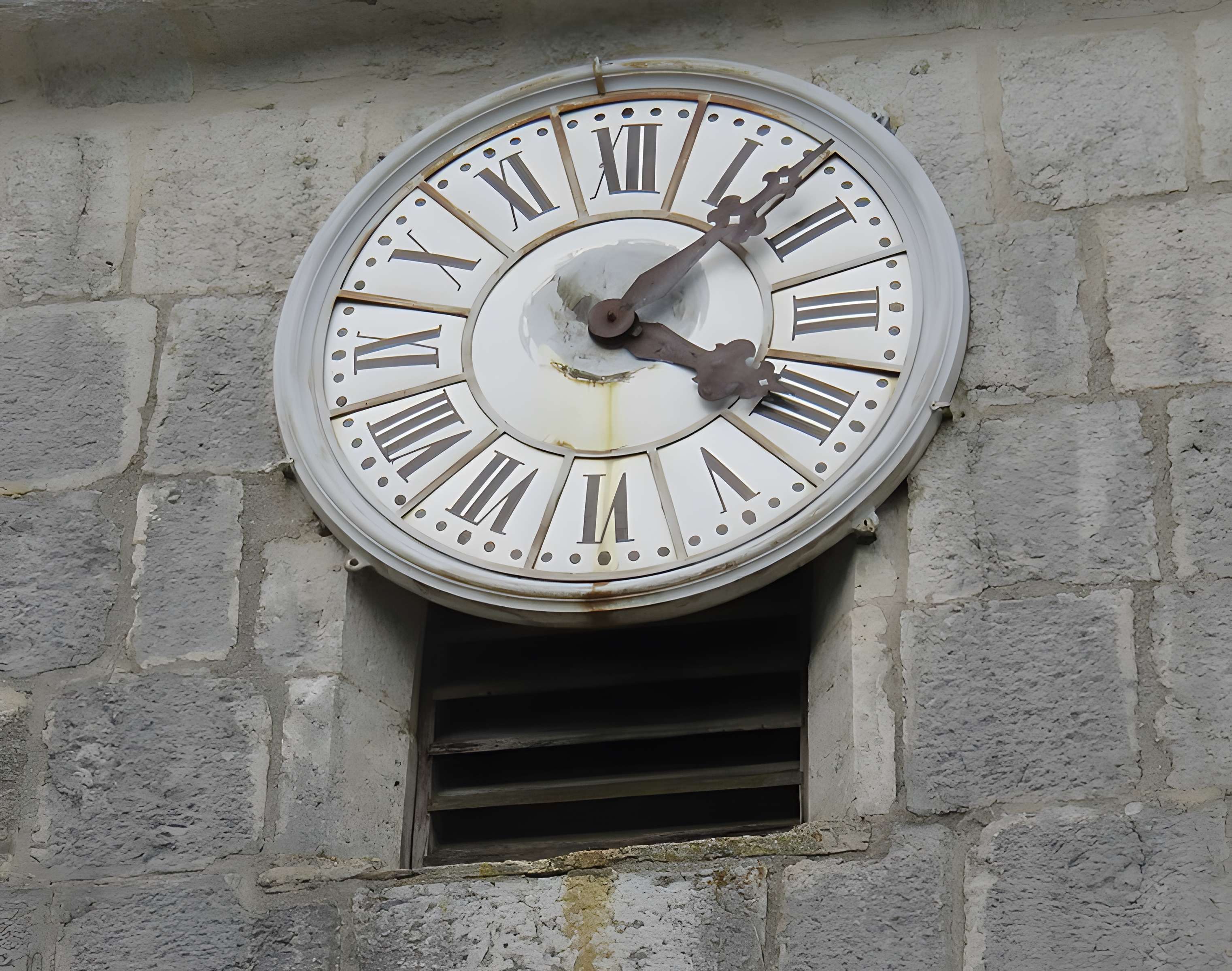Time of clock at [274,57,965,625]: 4:07
